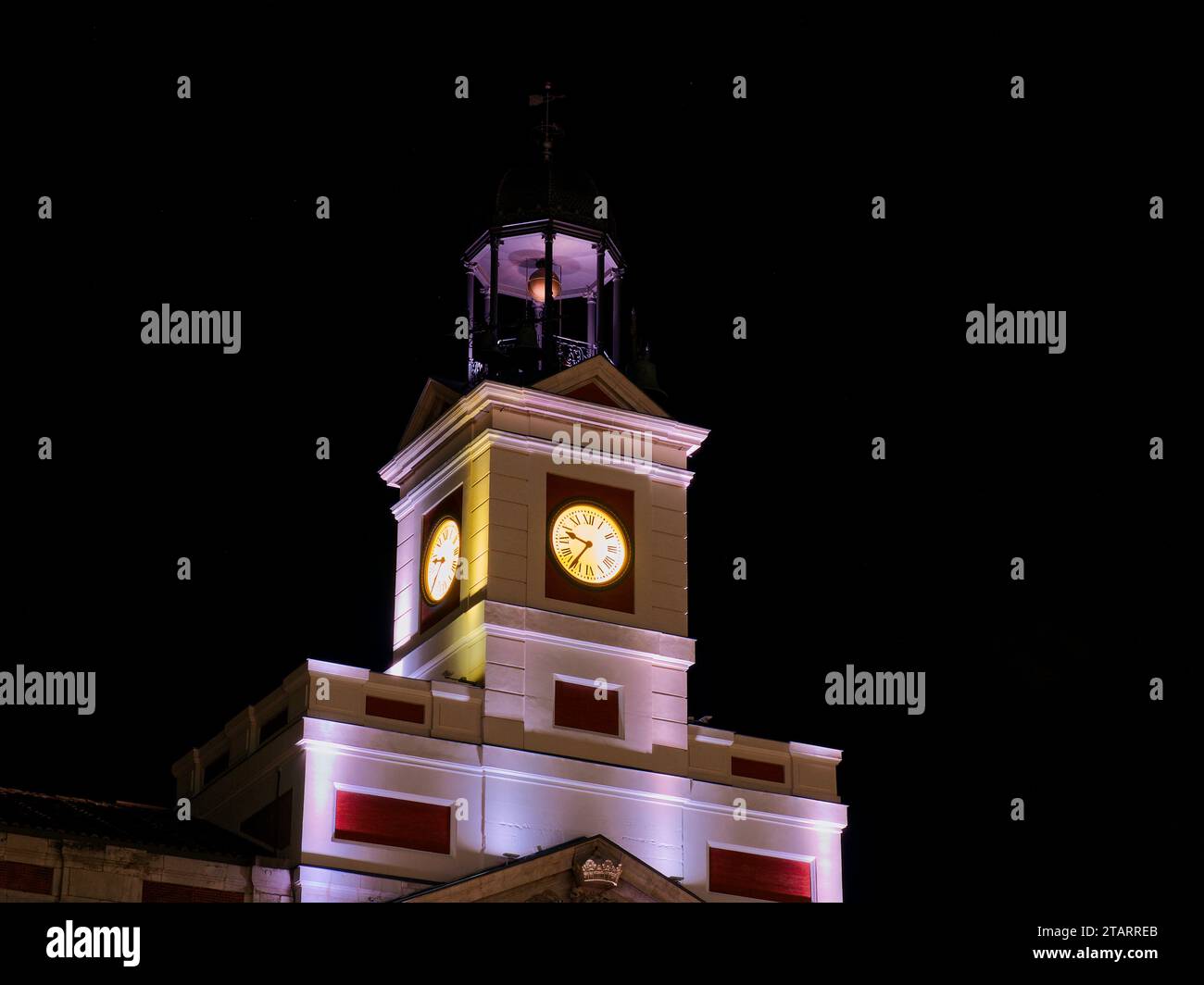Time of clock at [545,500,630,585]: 9:35
